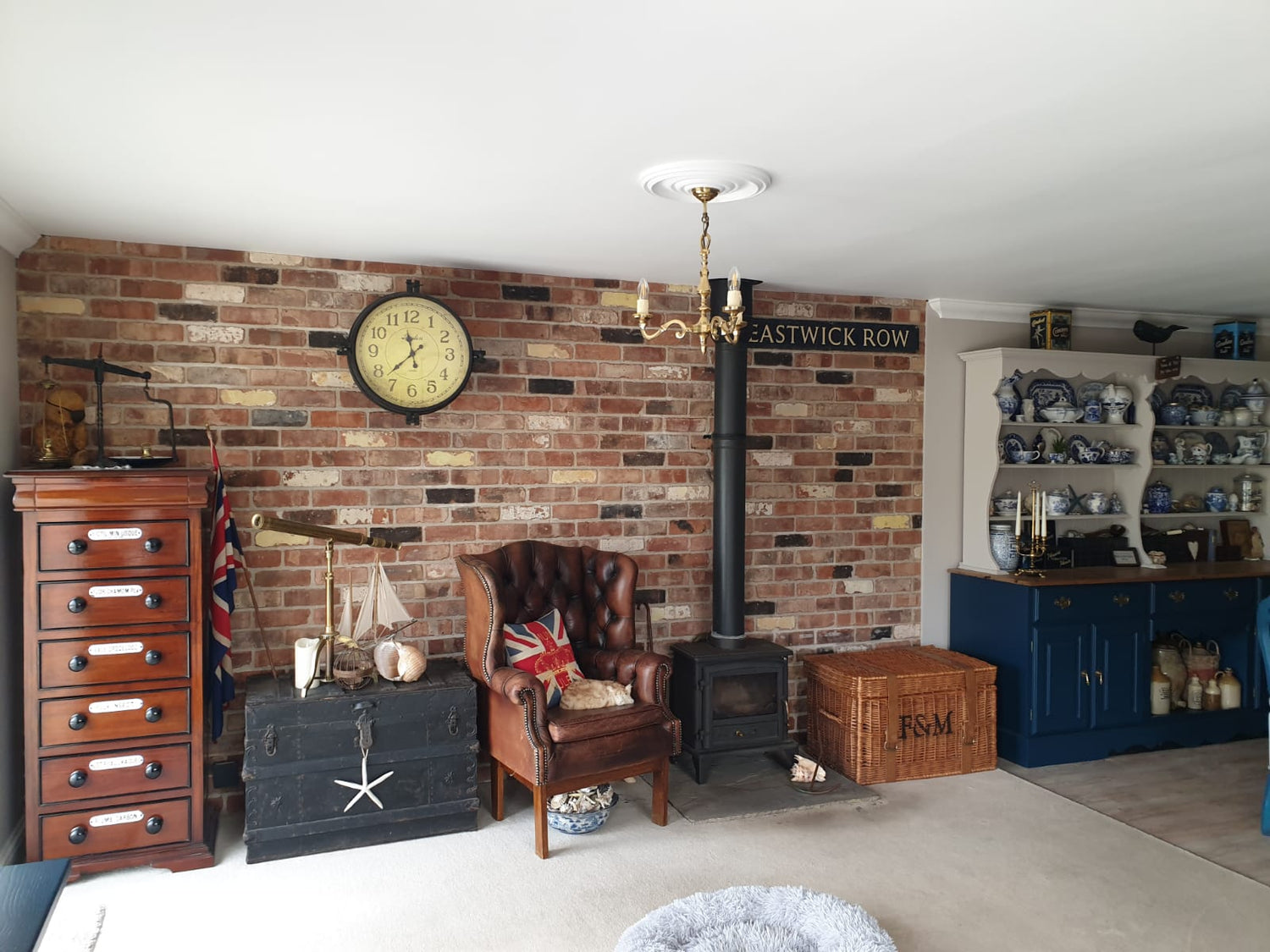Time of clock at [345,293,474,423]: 11:37
